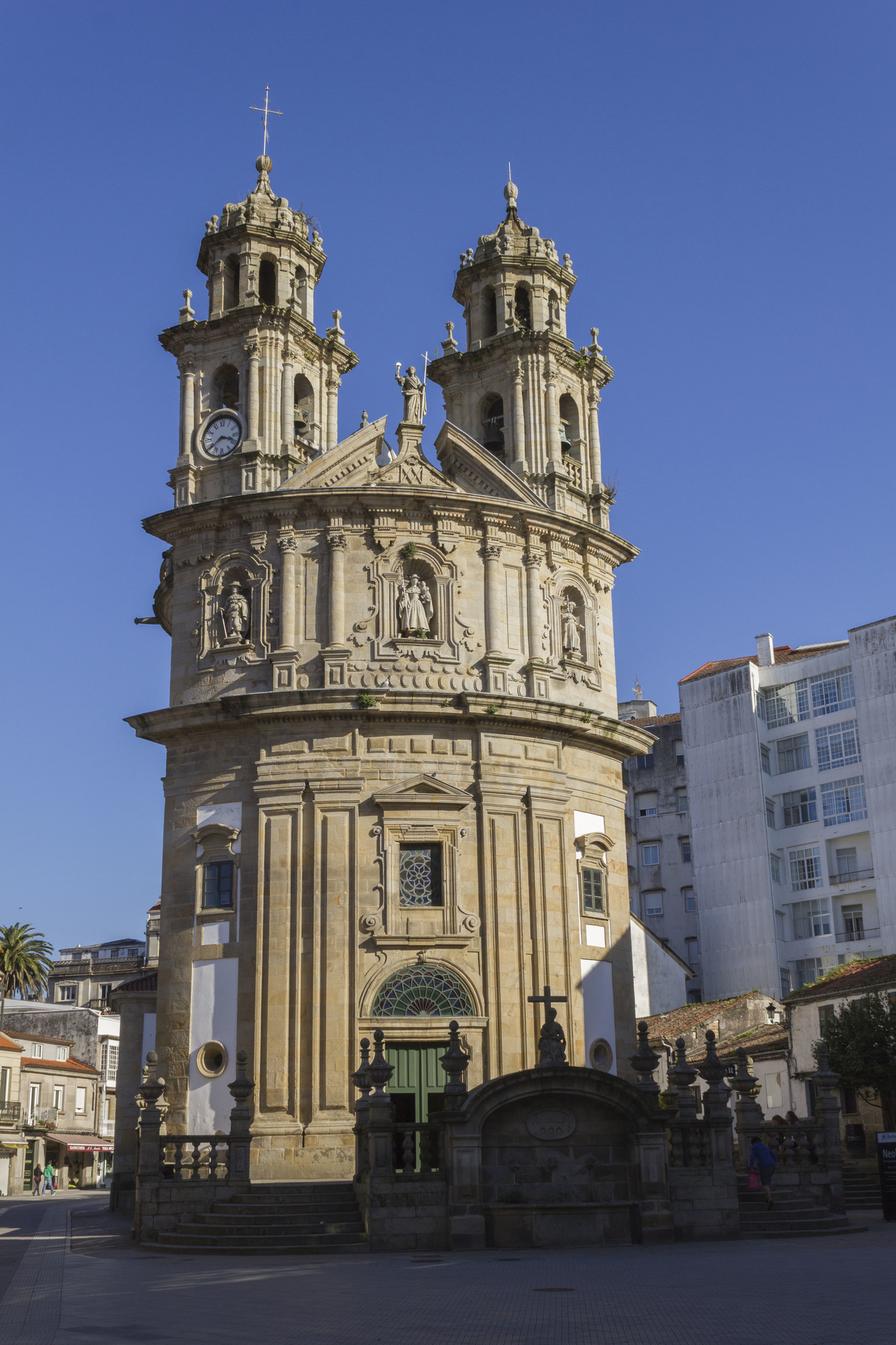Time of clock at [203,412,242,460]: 3:39
